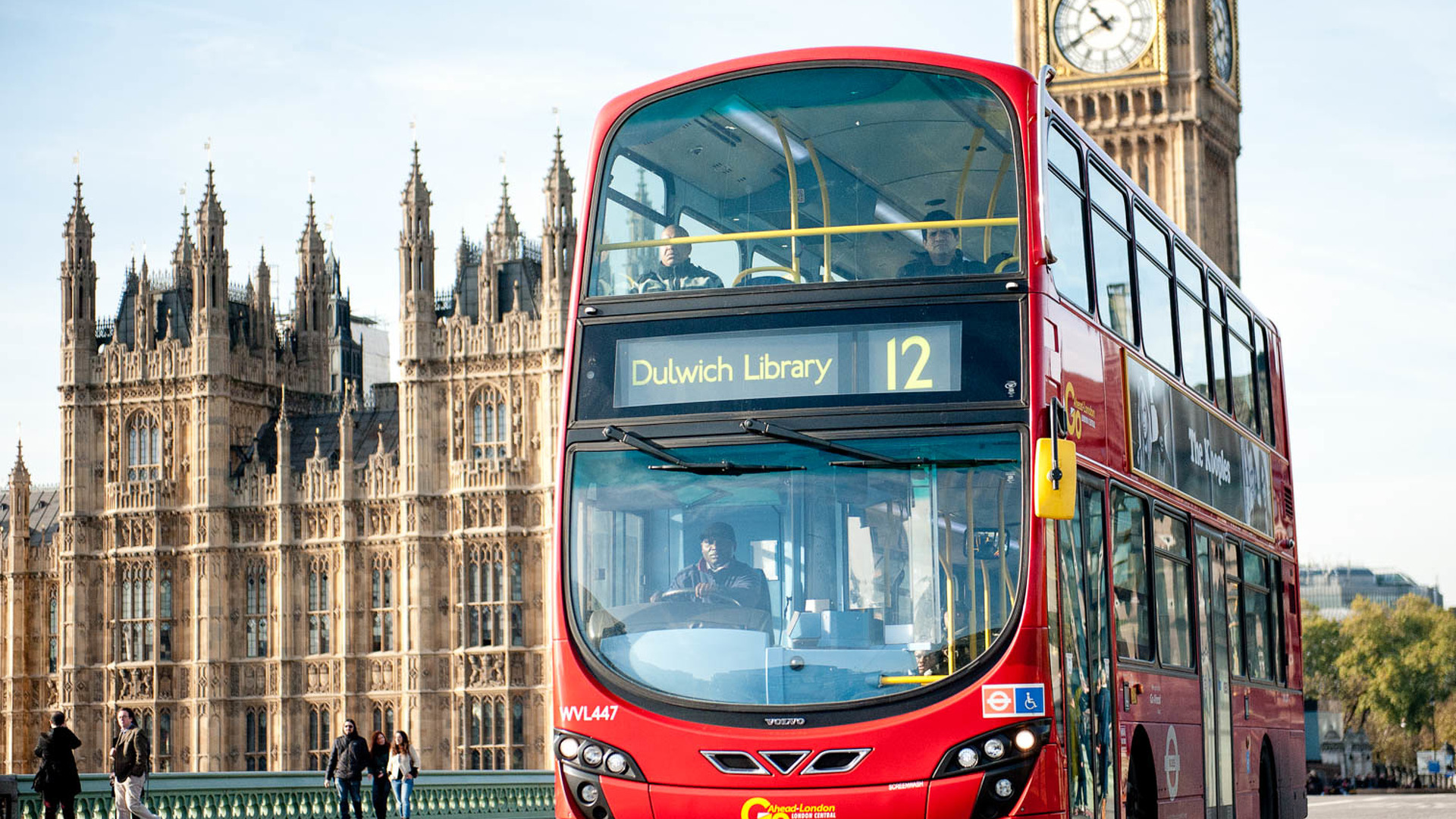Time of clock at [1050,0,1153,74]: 10:40
